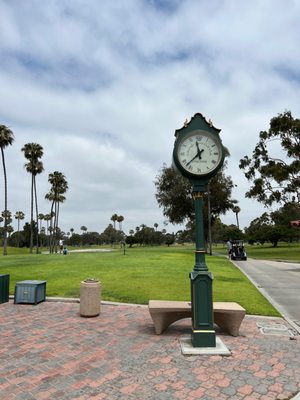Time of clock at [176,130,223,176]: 11:37
